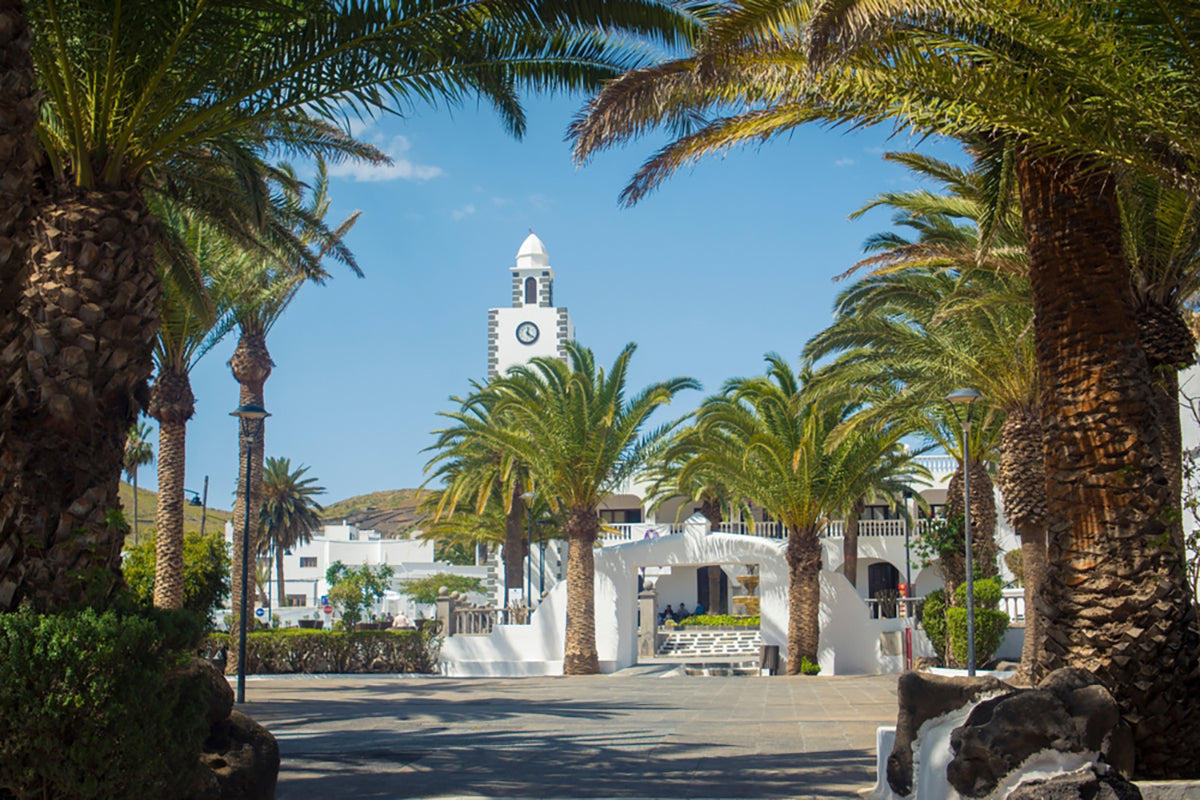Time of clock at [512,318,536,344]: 12:21
